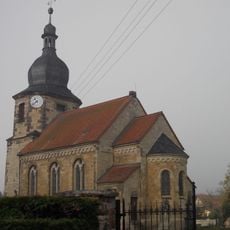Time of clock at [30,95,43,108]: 10:38
